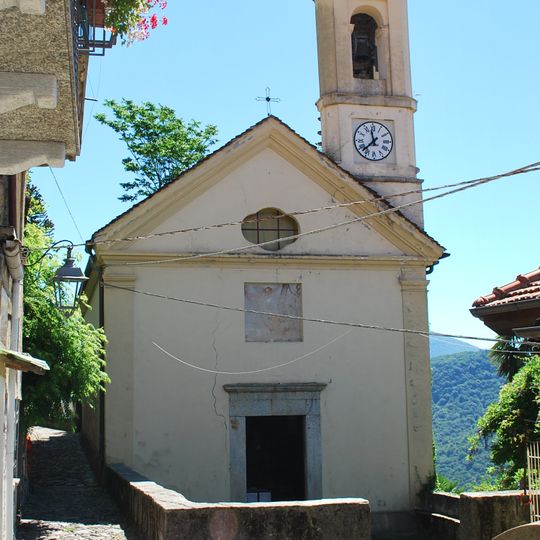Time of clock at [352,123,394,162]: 11:37
